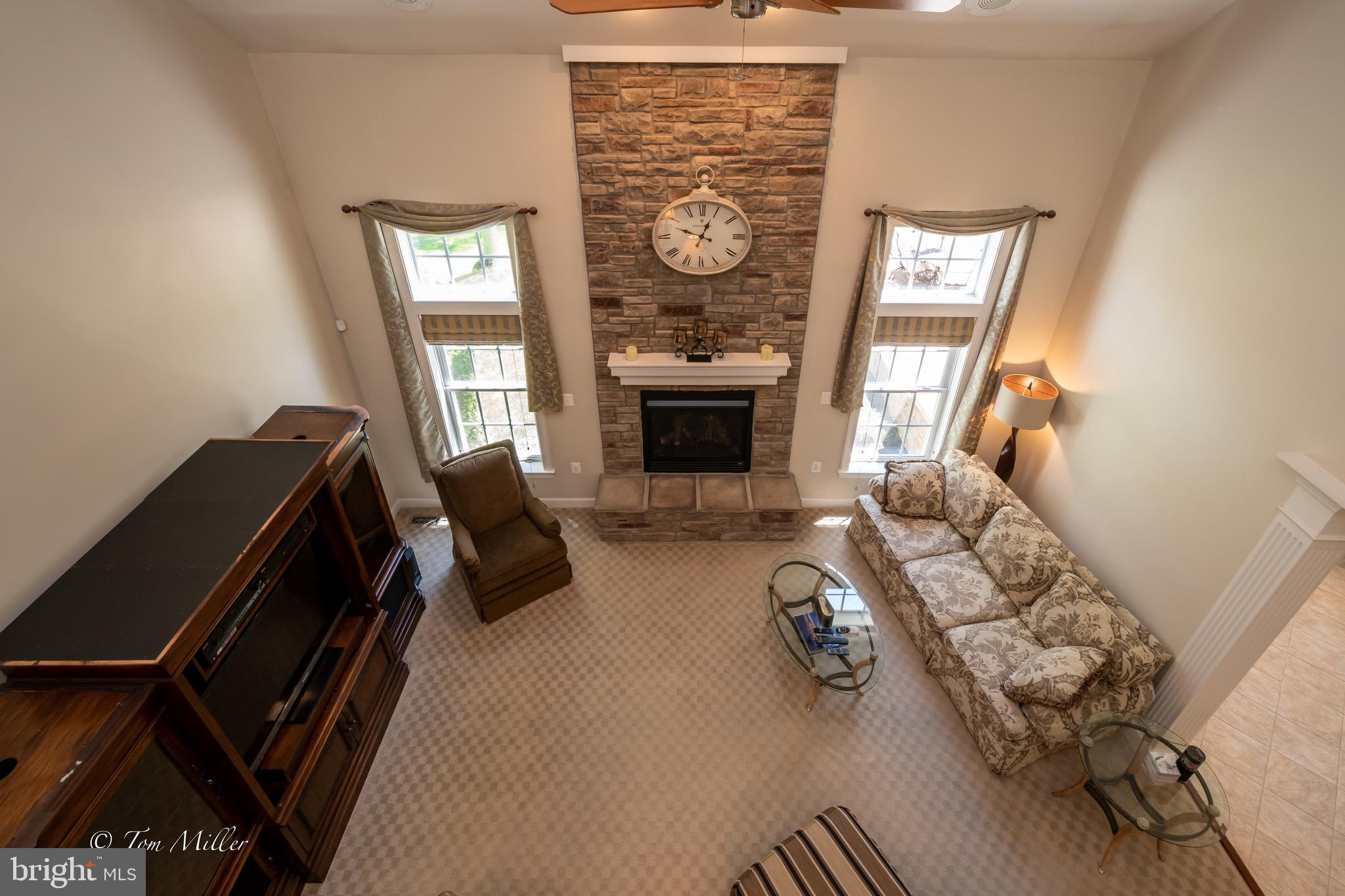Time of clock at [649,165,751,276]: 12:48
